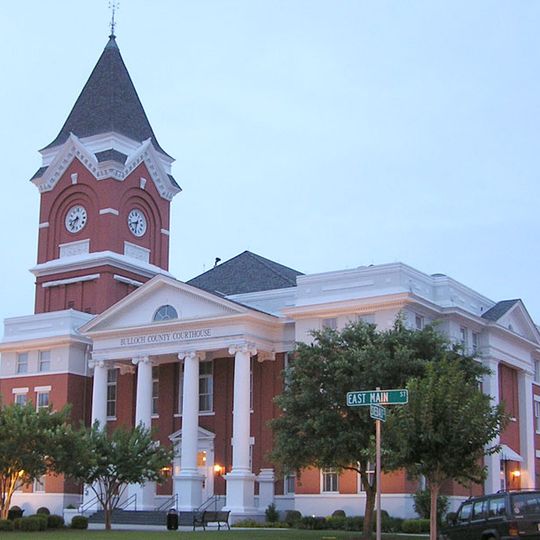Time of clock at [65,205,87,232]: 8:36
